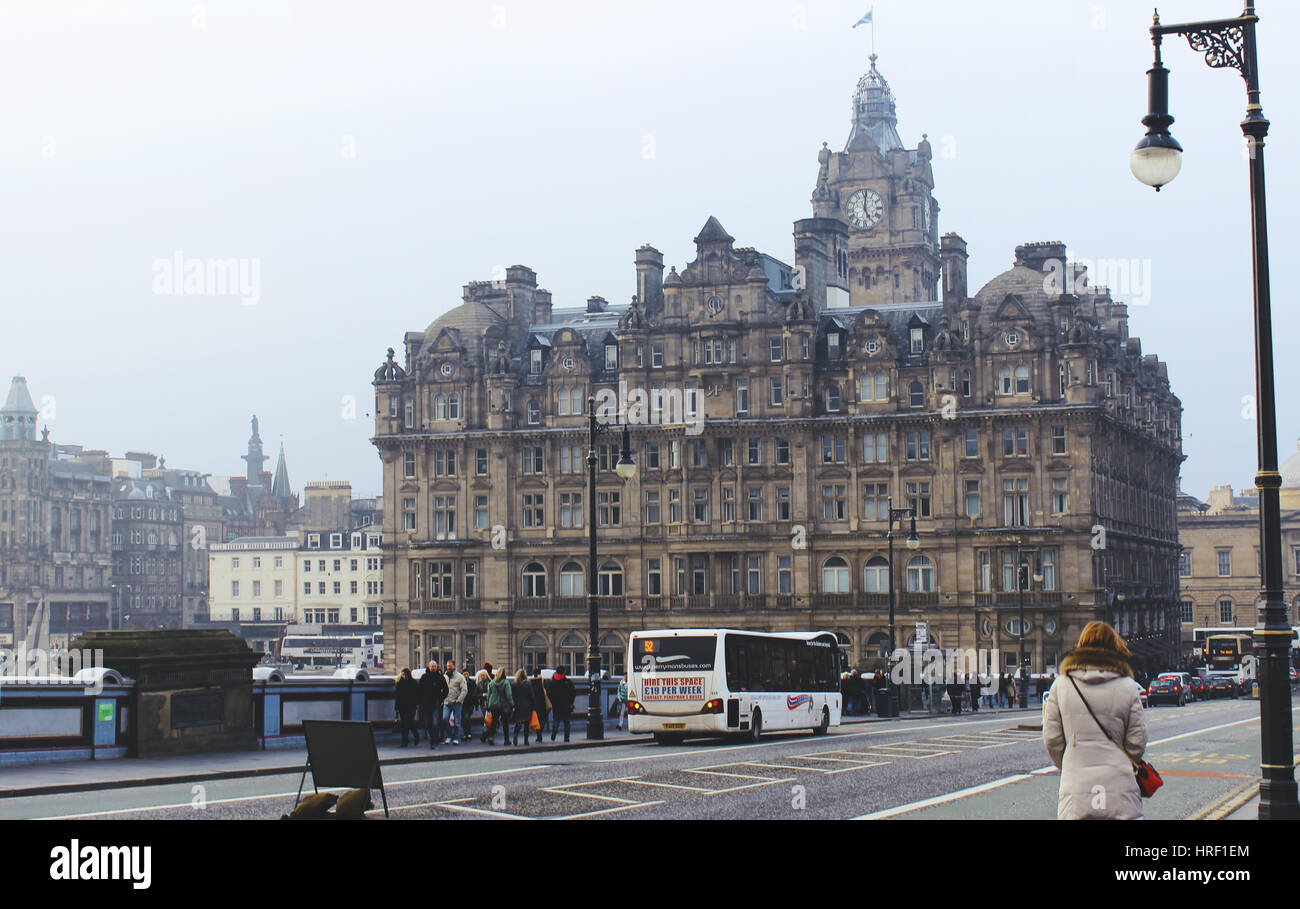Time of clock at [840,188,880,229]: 5:00
